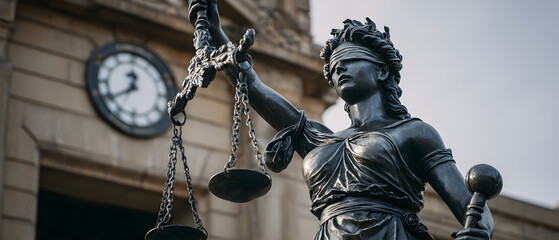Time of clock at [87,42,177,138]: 12:39
